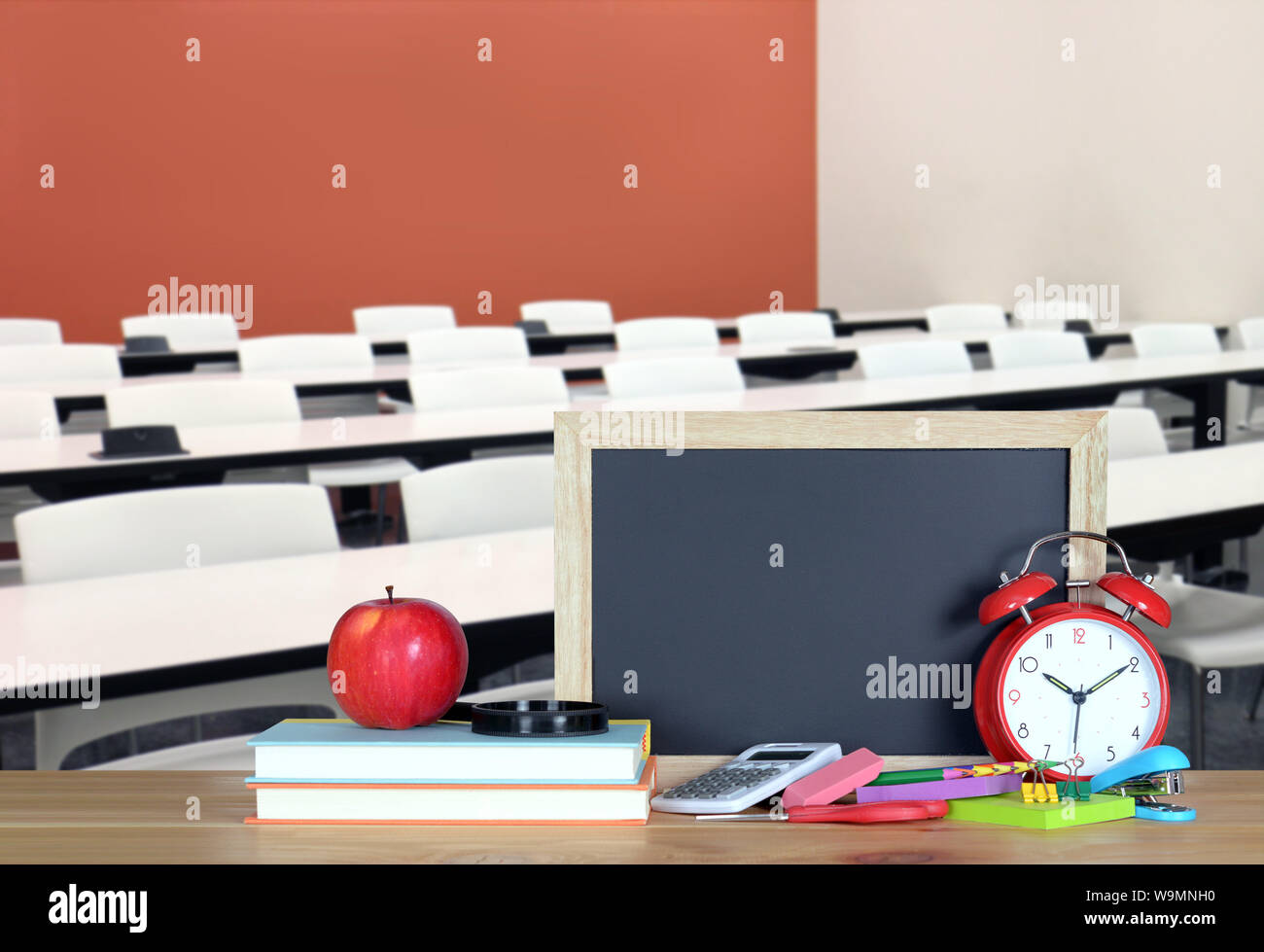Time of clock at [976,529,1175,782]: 10:09
